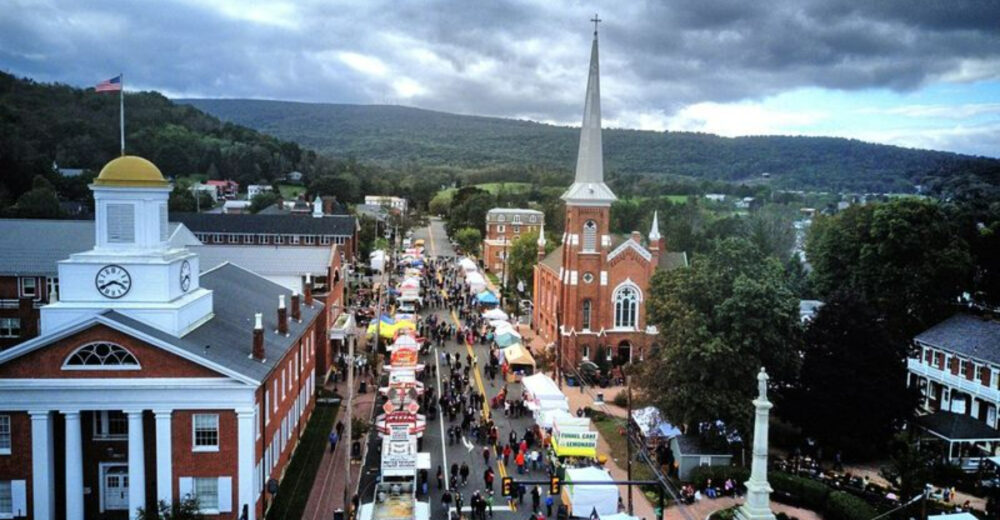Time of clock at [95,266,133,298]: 3:40
